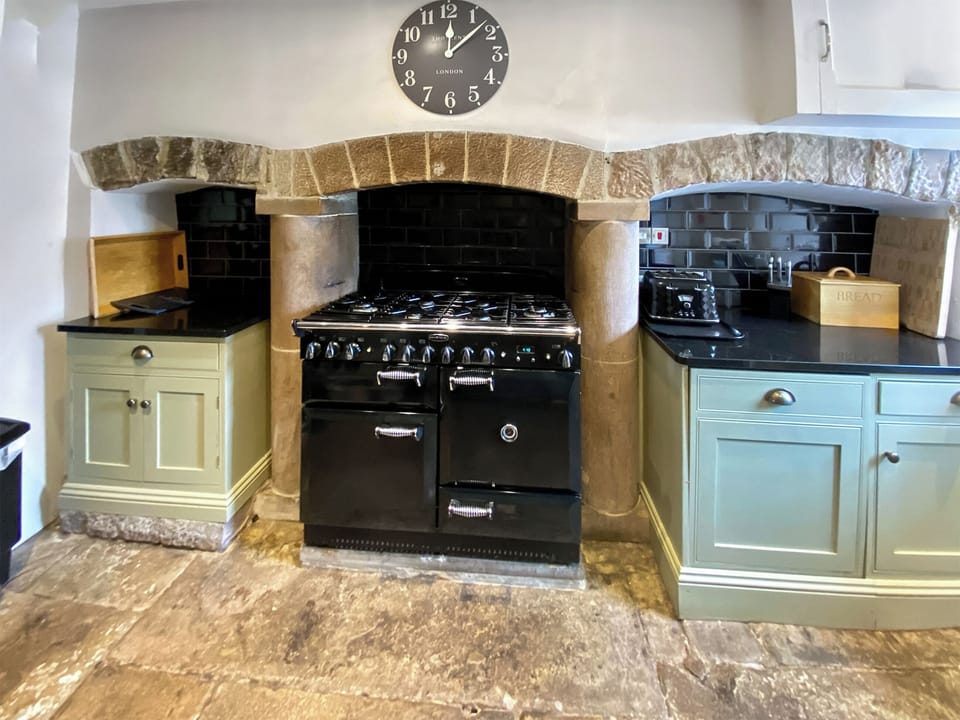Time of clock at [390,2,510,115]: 12:07
